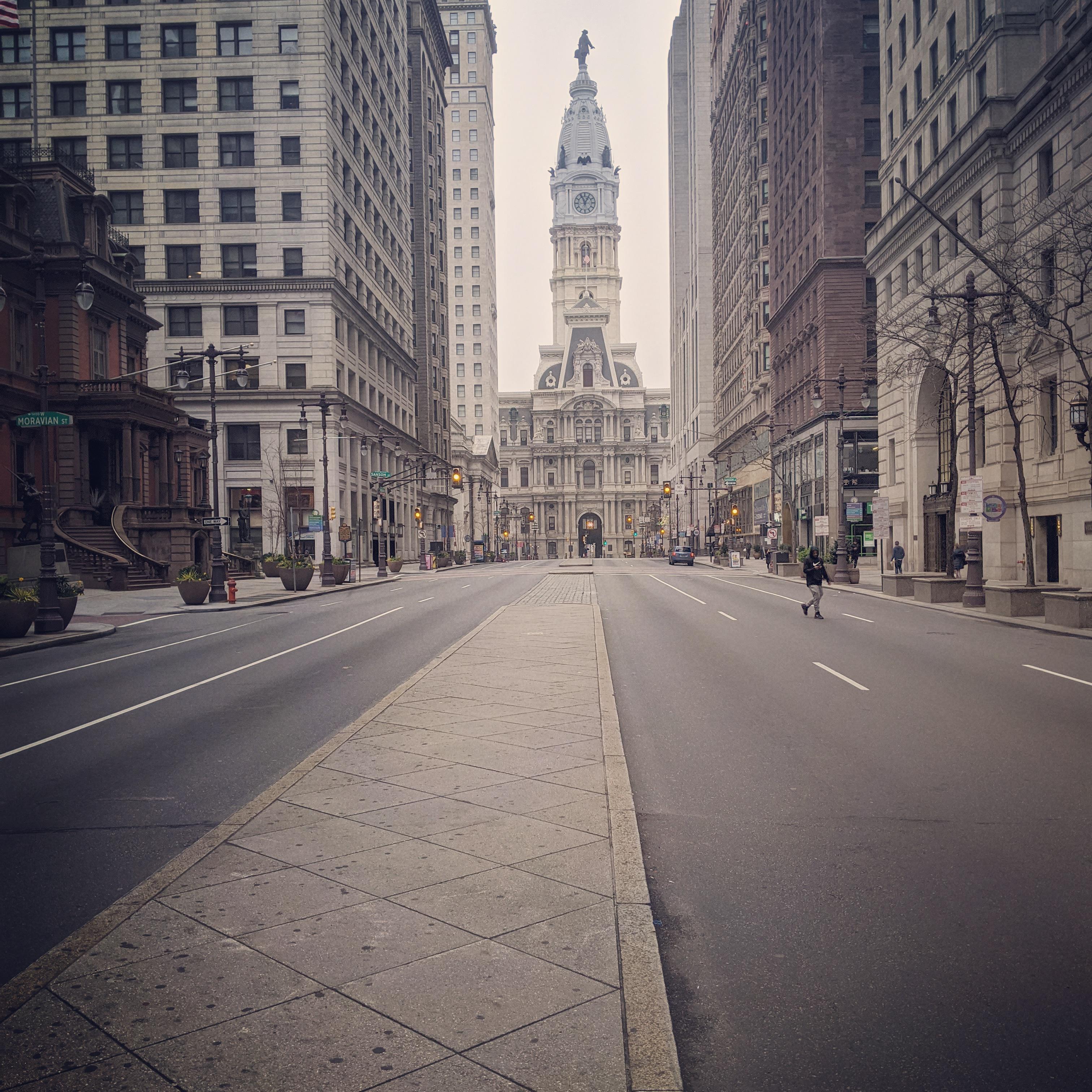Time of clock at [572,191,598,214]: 12:56
